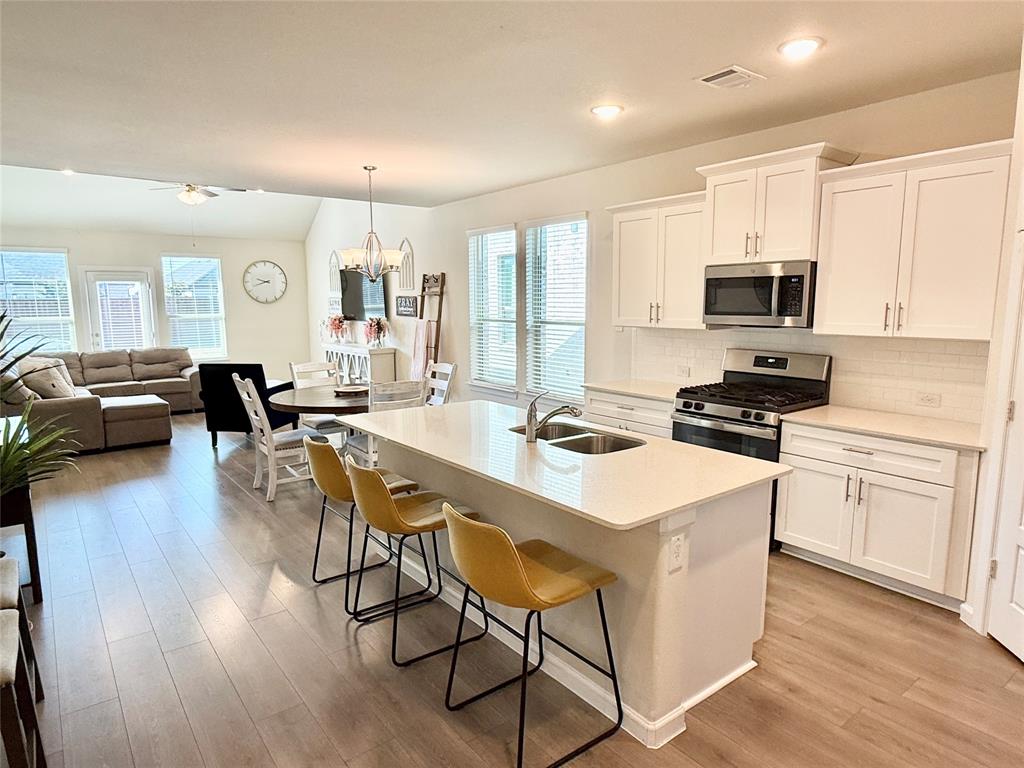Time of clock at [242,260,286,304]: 9:42
